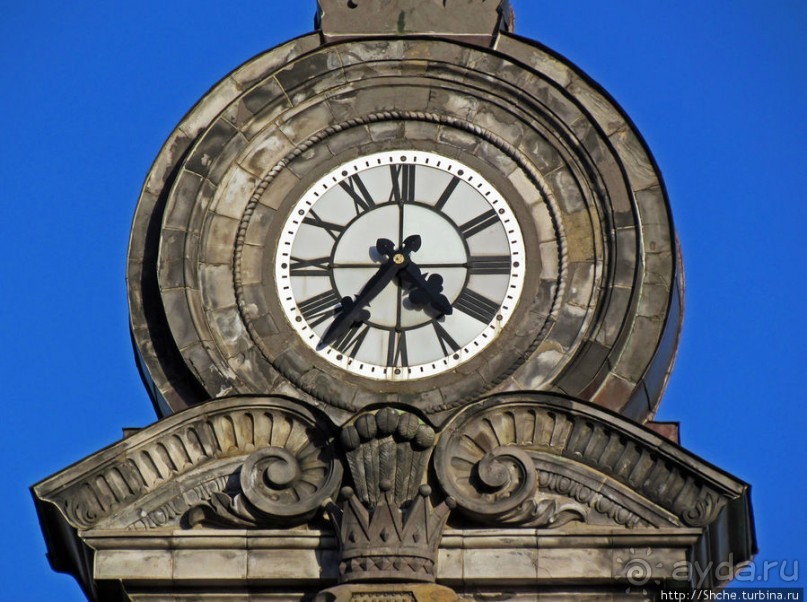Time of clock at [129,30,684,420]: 4:36
